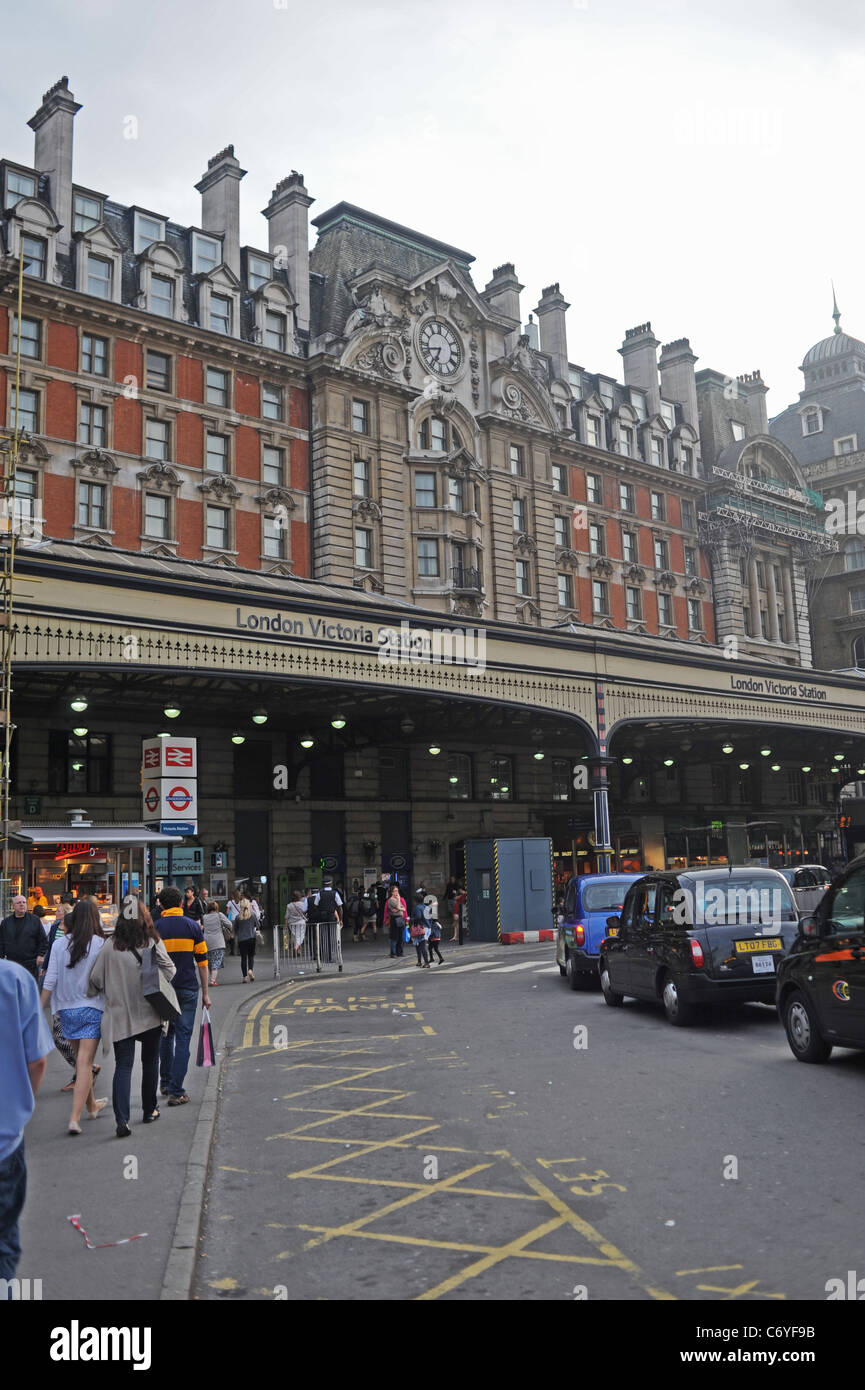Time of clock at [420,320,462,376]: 6:42
